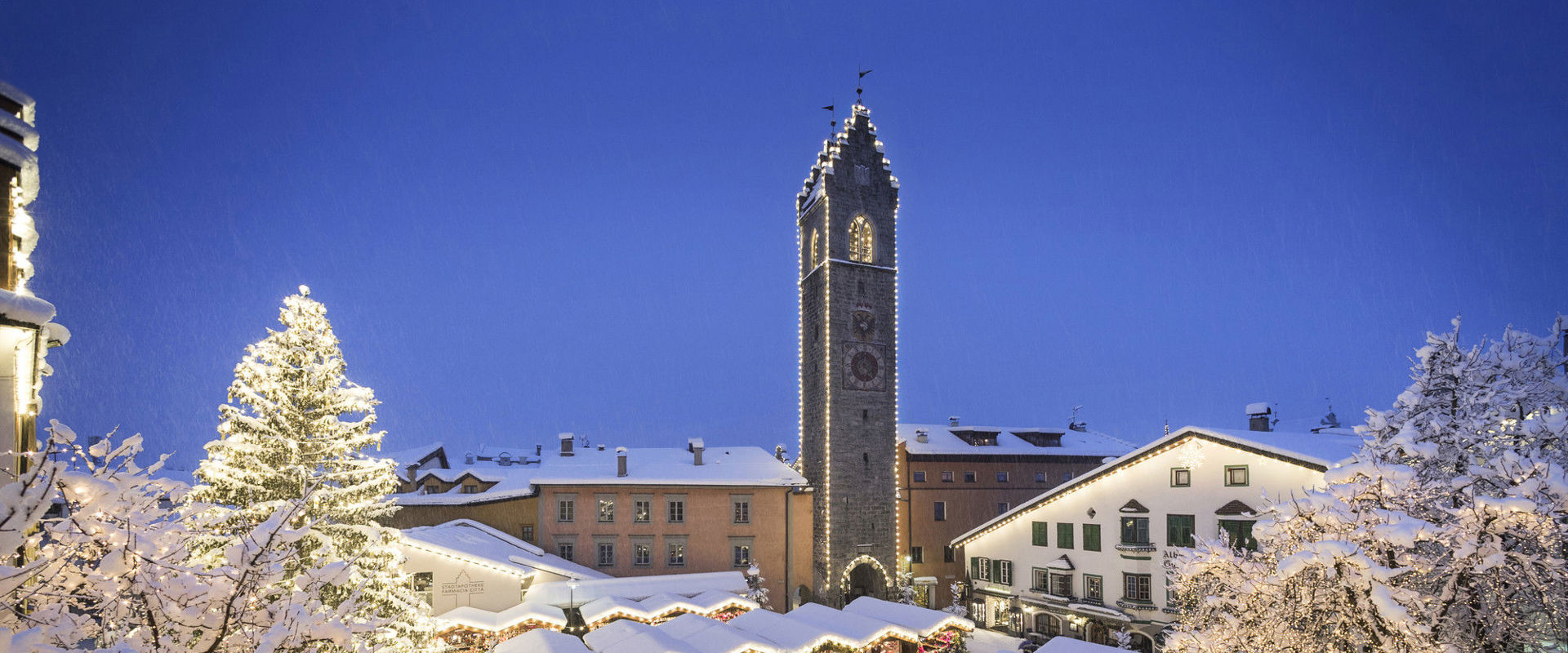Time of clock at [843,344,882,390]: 12:24
